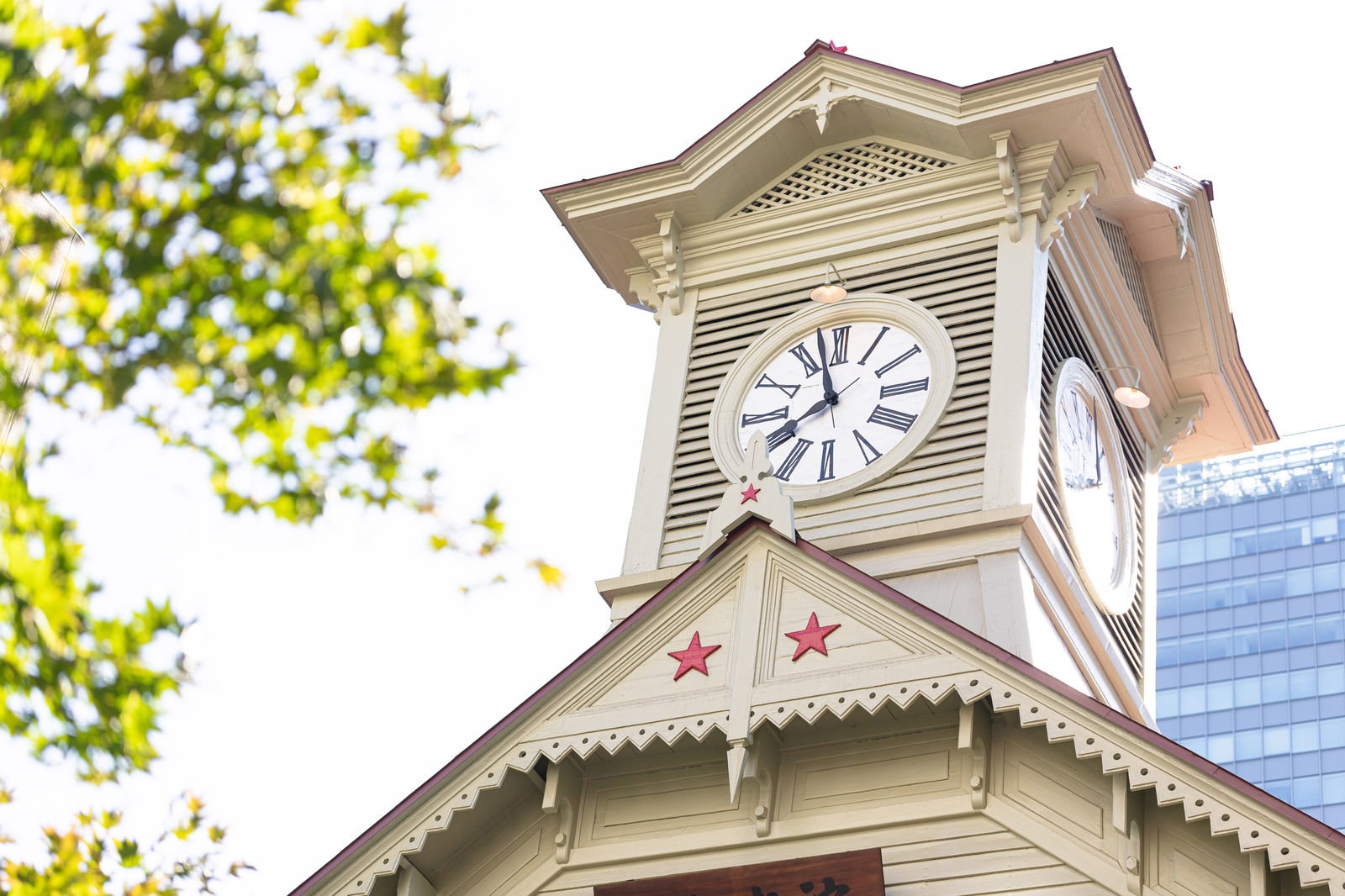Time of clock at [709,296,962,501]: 7:57
